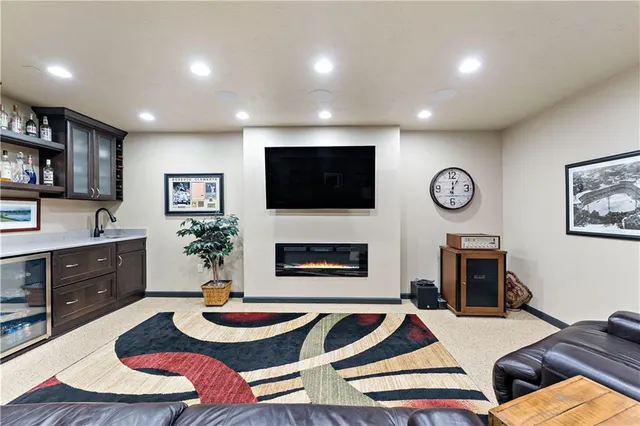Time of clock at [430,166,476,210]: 12:04
